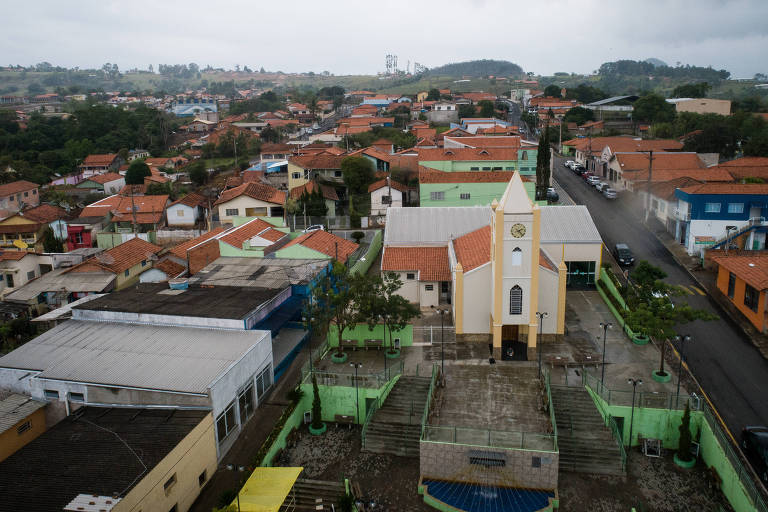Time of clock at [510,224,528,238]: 2:23
